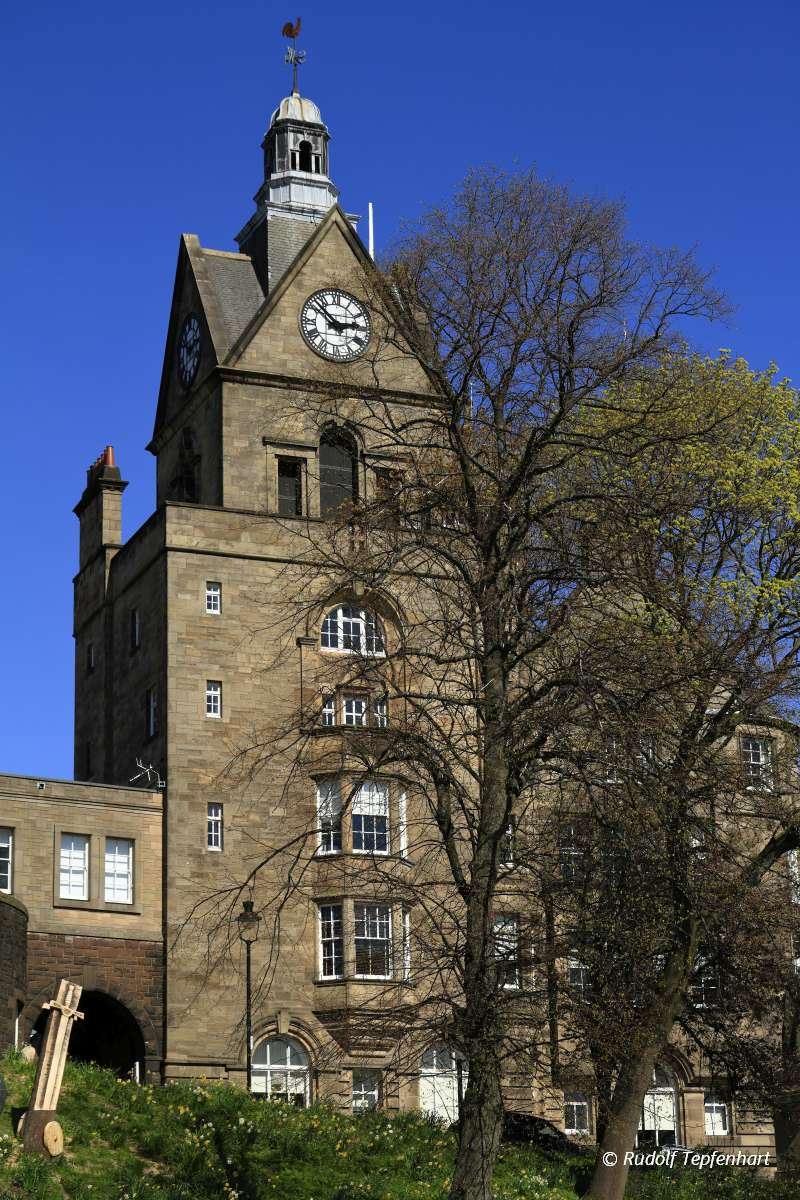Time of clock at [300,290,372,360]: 2:52
